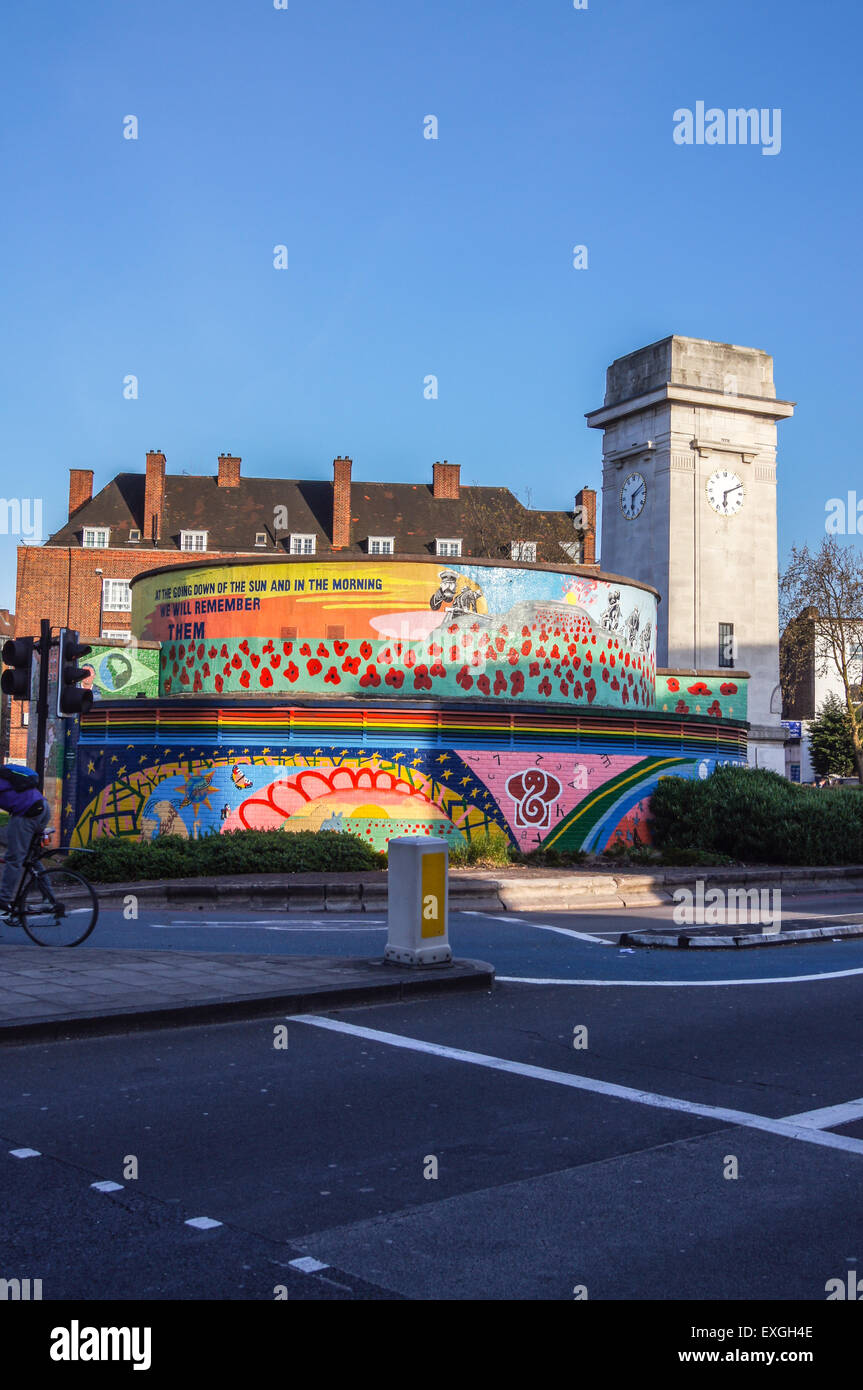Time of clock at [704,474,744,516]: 6:11
